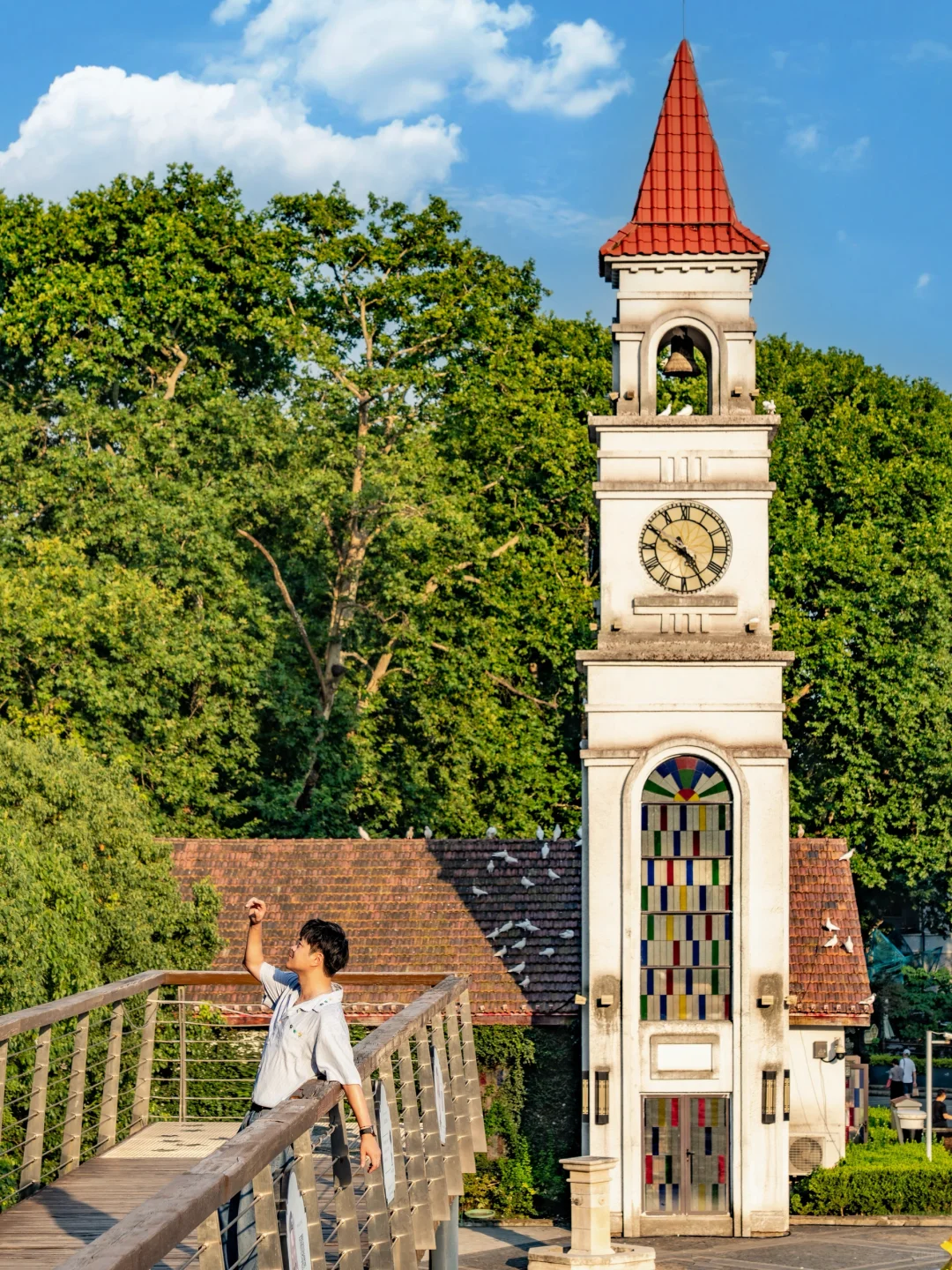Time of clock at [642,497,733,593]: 4:49
